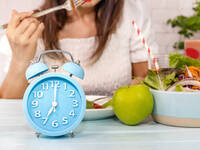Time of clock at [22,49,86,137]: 7:00
